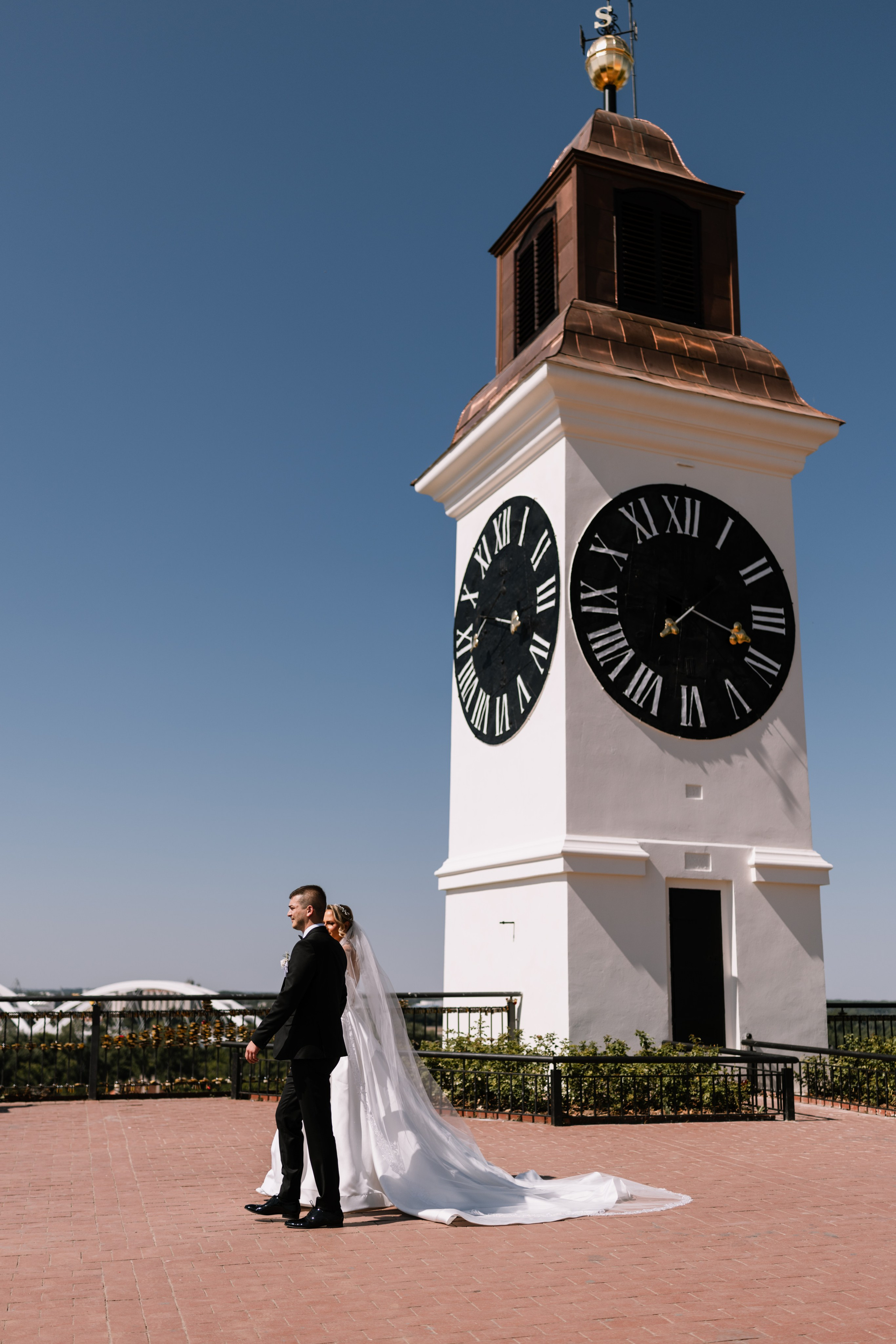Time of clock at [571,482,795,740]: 1:18
